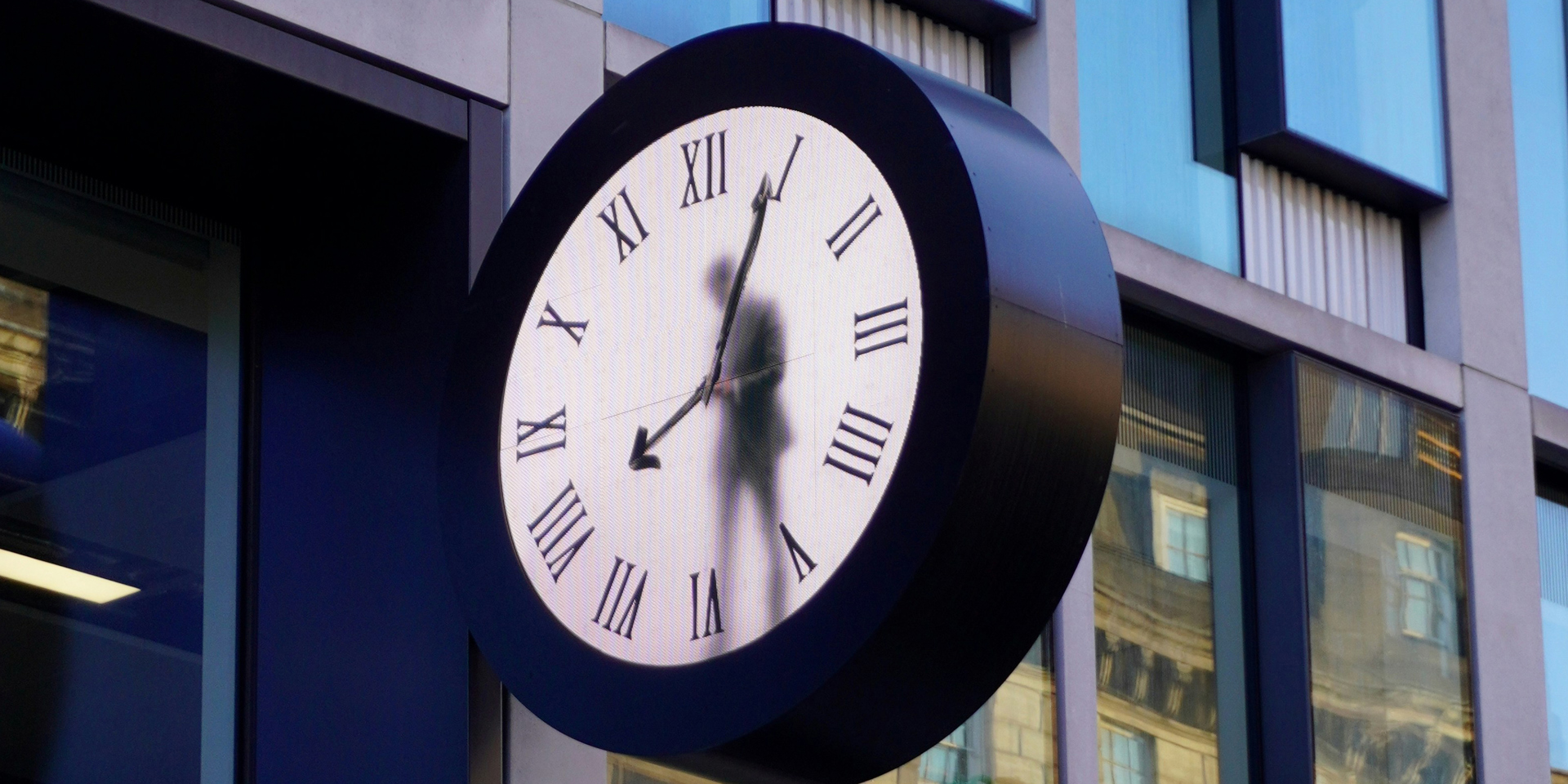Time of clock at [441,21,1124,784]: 8:04
